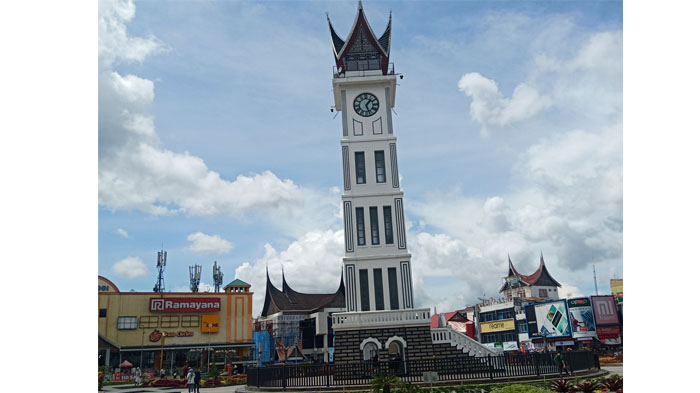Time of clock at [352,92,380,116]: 1:26
